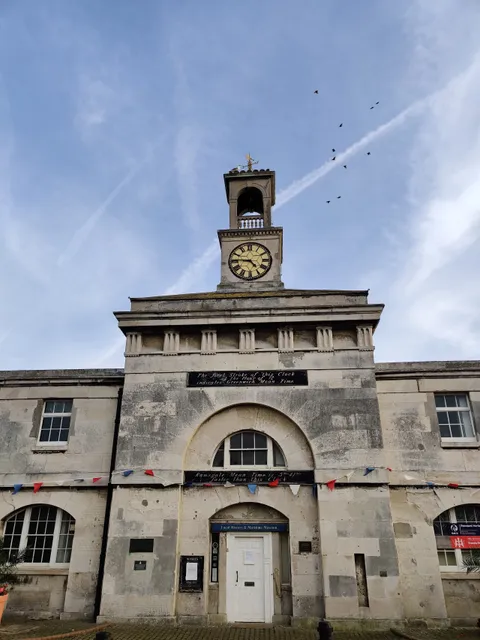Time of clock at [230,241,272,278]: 4:45
